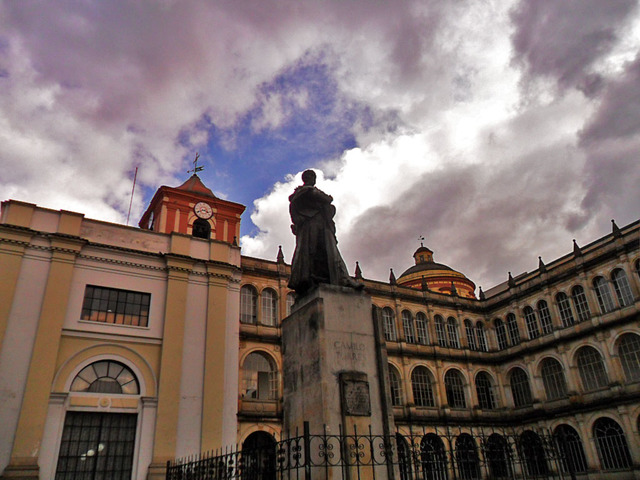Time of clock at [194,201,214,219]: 3:40
